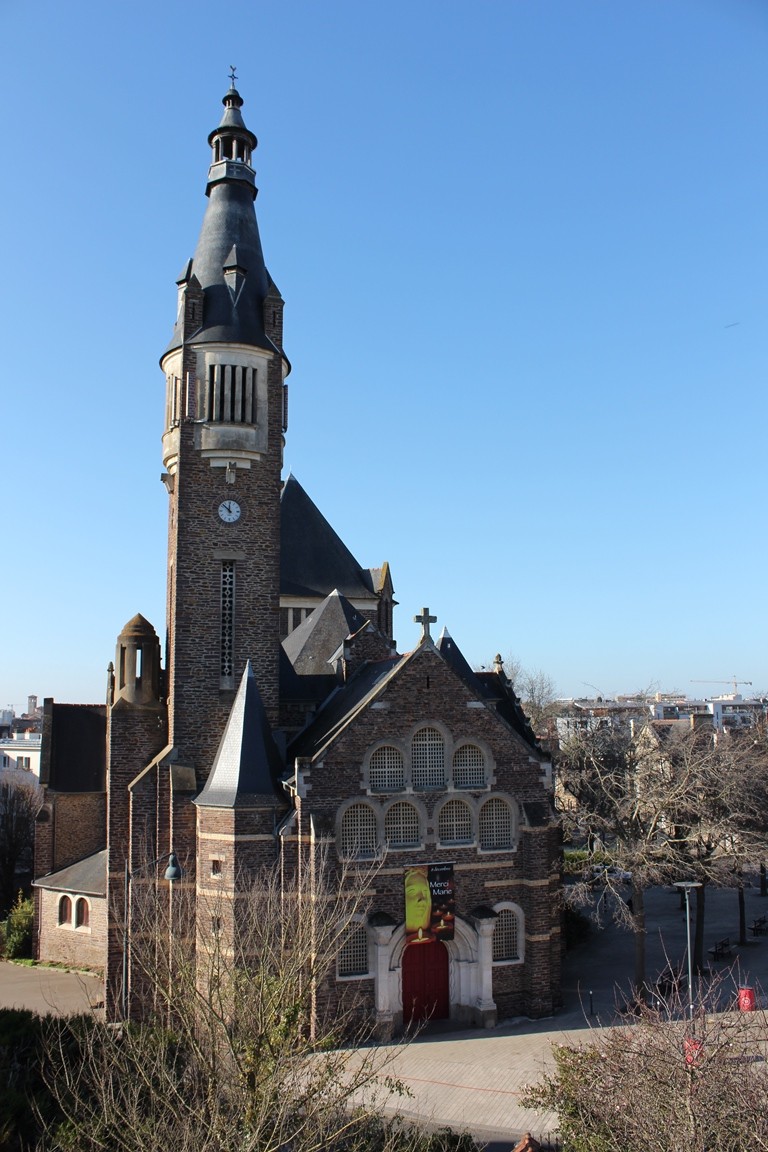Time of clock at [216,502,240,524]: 11:52
